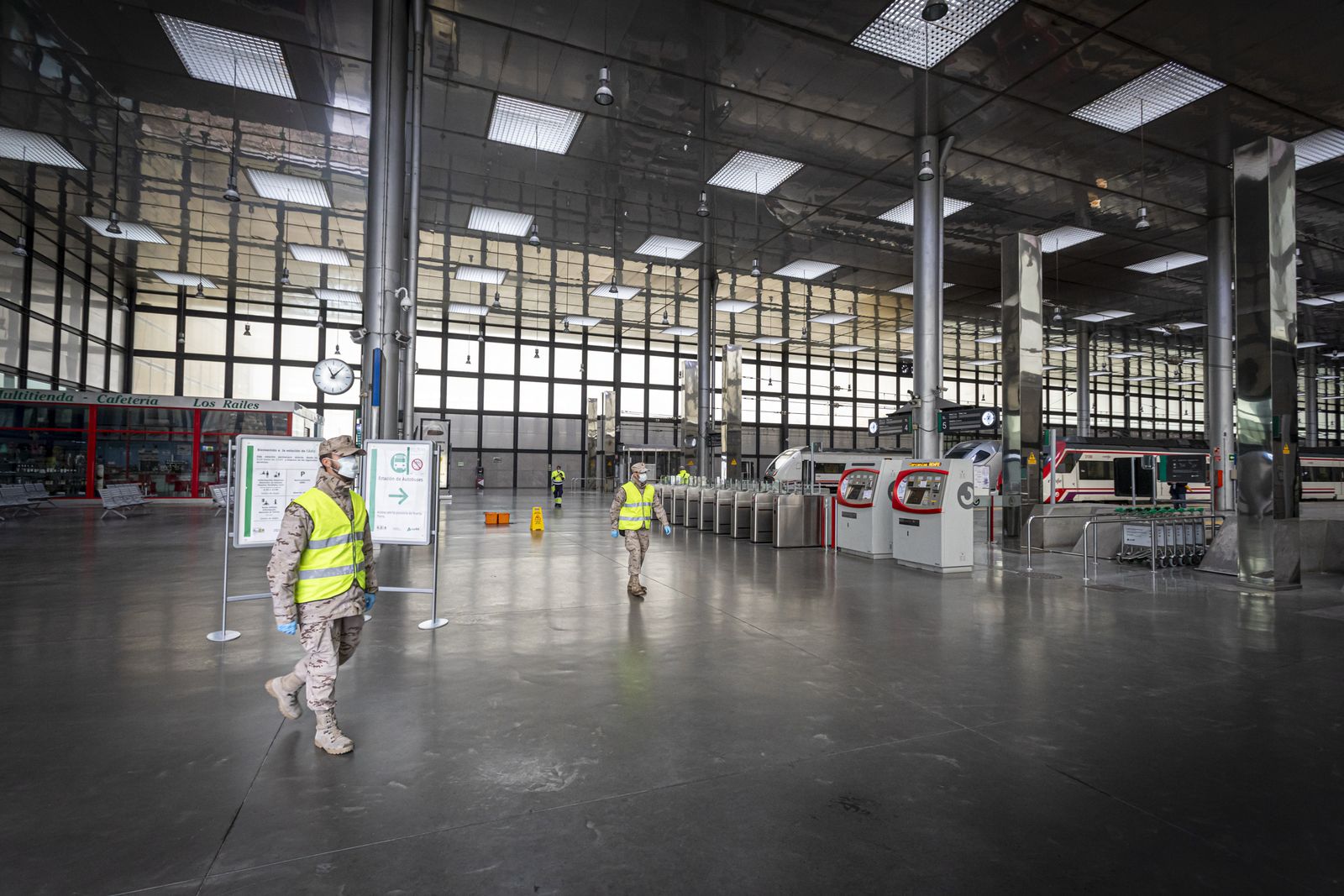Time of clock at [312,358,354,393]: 11:07
